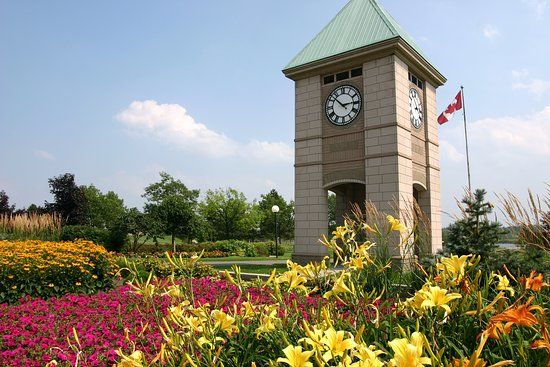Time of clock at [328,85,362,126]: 2:52
